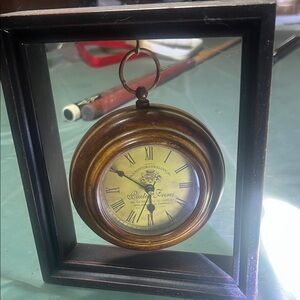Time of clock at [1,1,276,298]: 5:50
